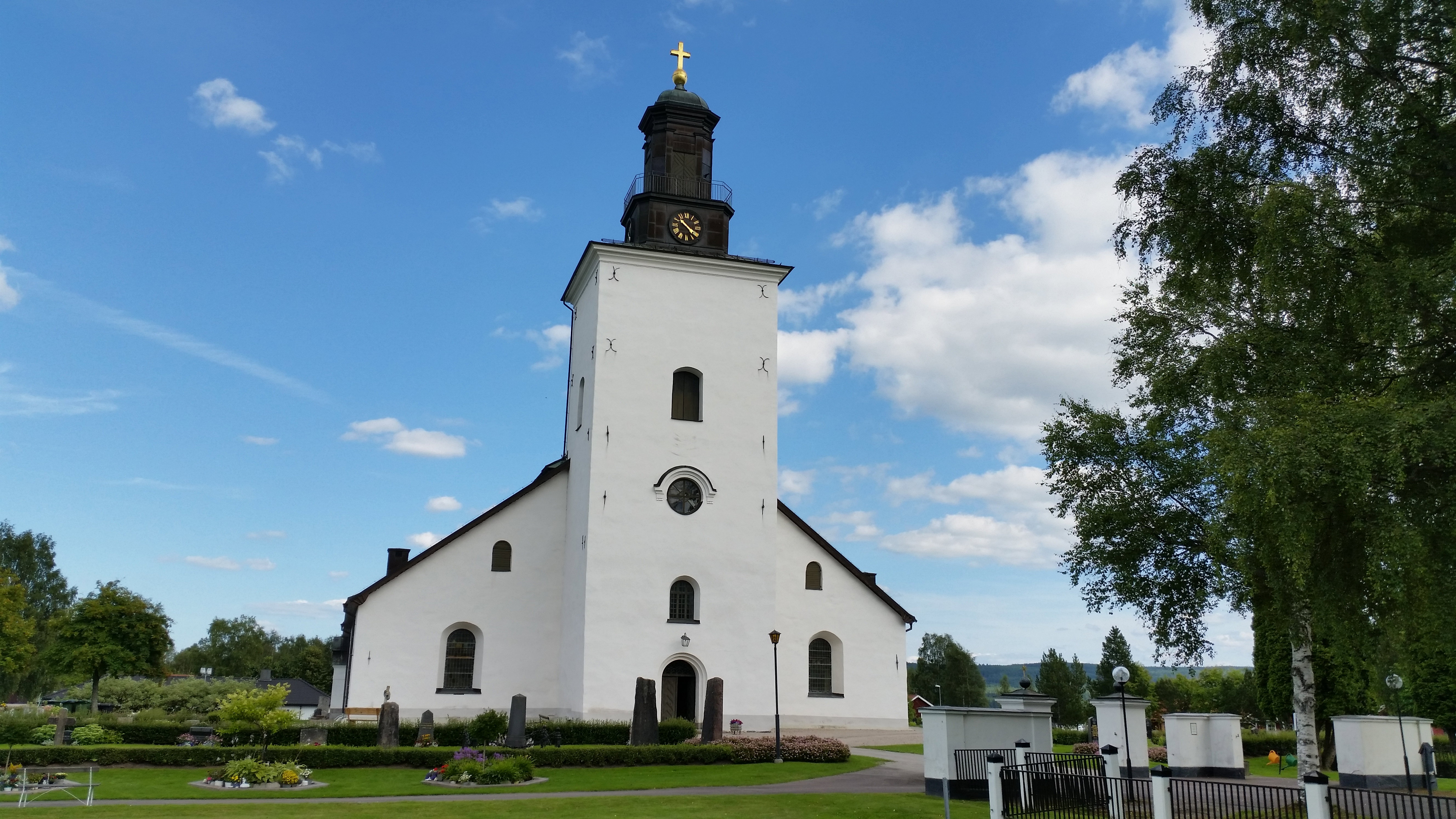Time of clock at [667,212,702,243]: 10:20
